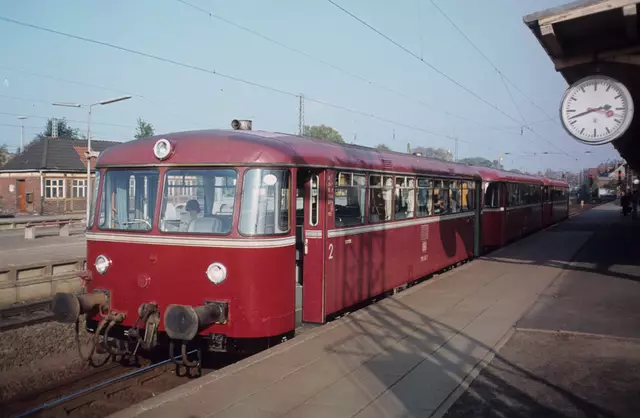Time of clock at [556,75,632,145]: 2:42
